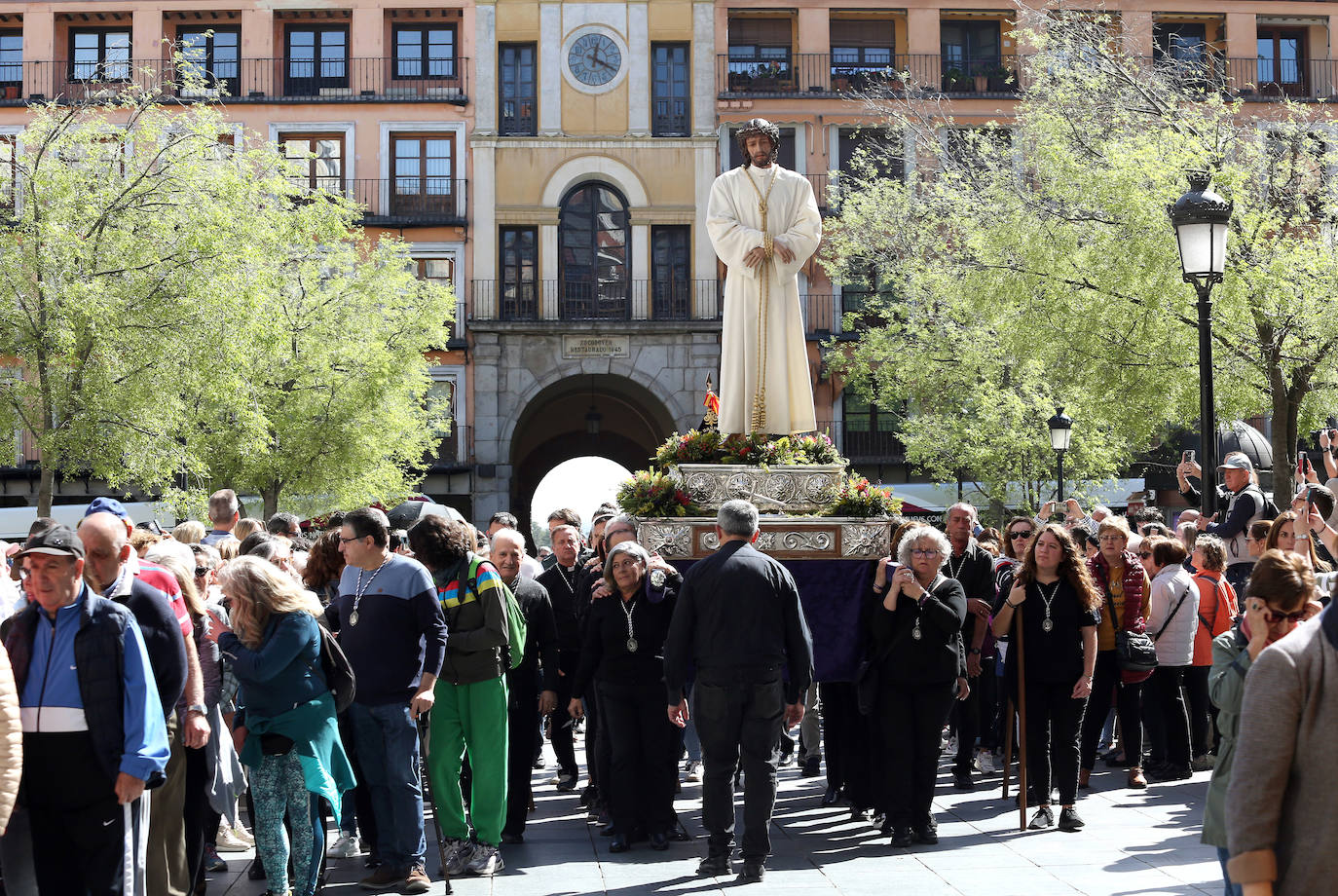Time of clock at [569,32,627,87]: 12:19
